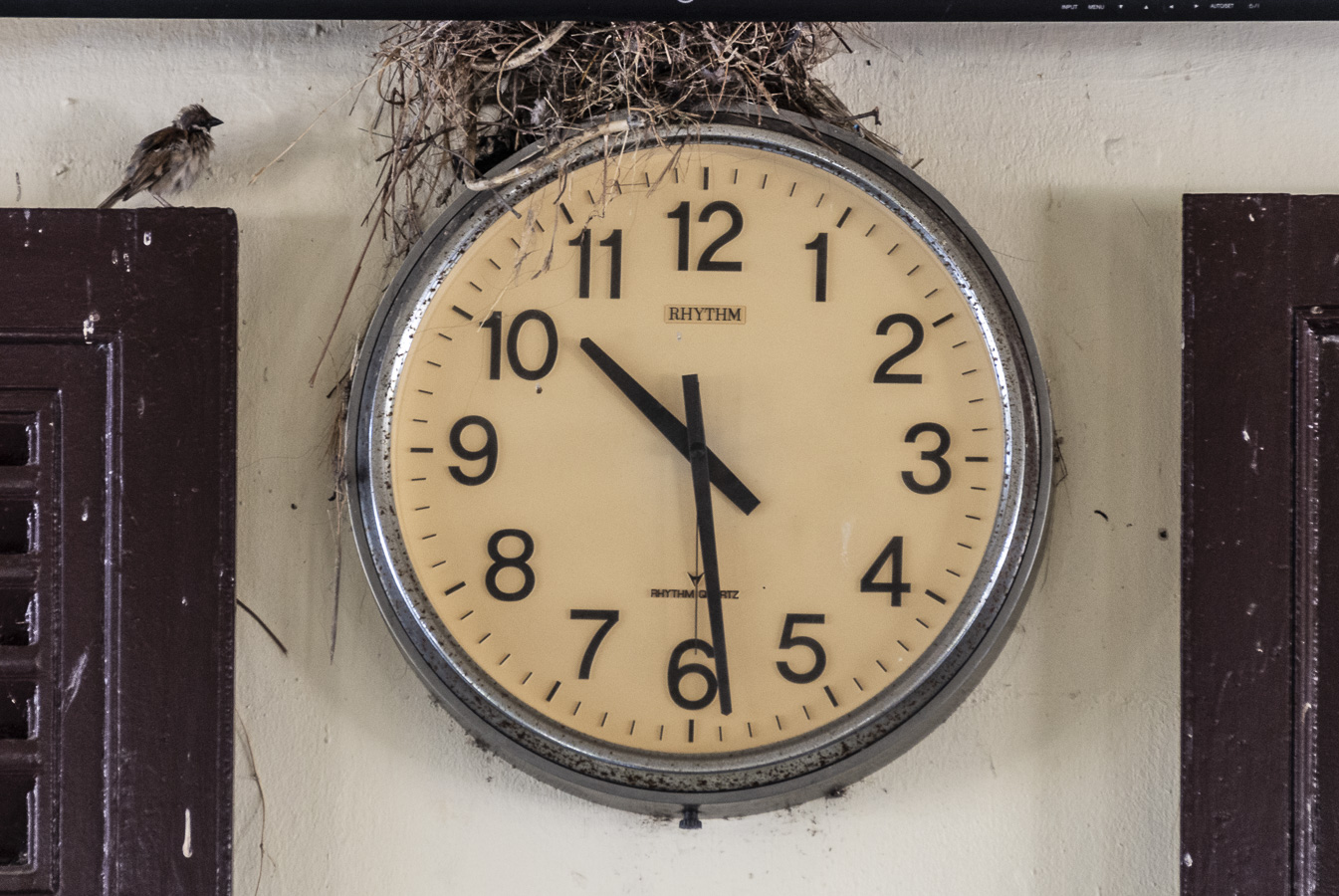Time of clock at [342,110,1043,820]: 10:28
